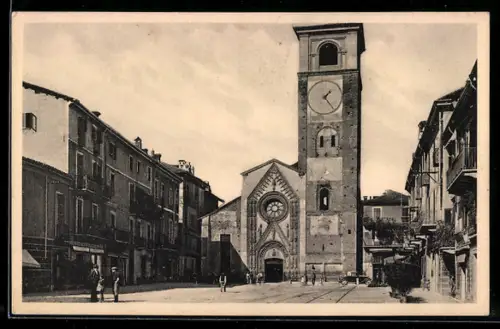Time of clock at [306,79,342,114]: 1:23
